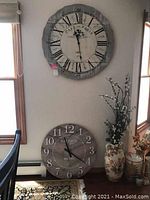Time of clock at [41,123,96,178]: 11:21
